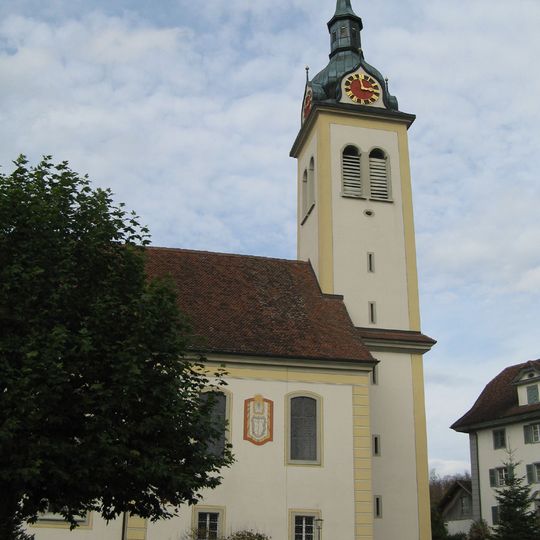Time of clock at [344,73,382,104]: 2:58
